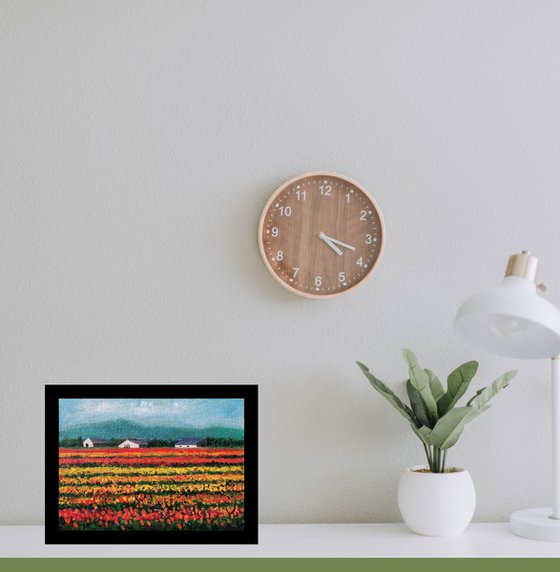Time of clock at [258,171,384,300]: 4:18
